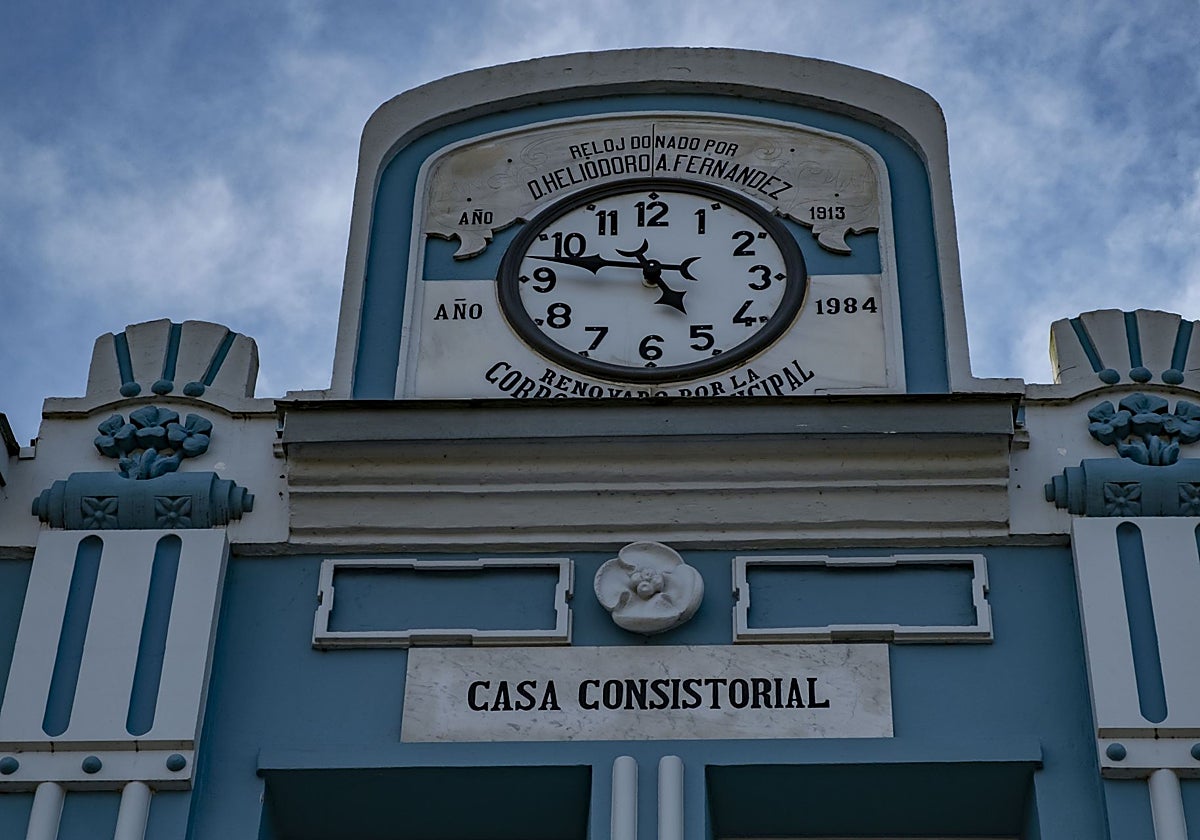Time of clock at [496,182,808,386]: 4:46
